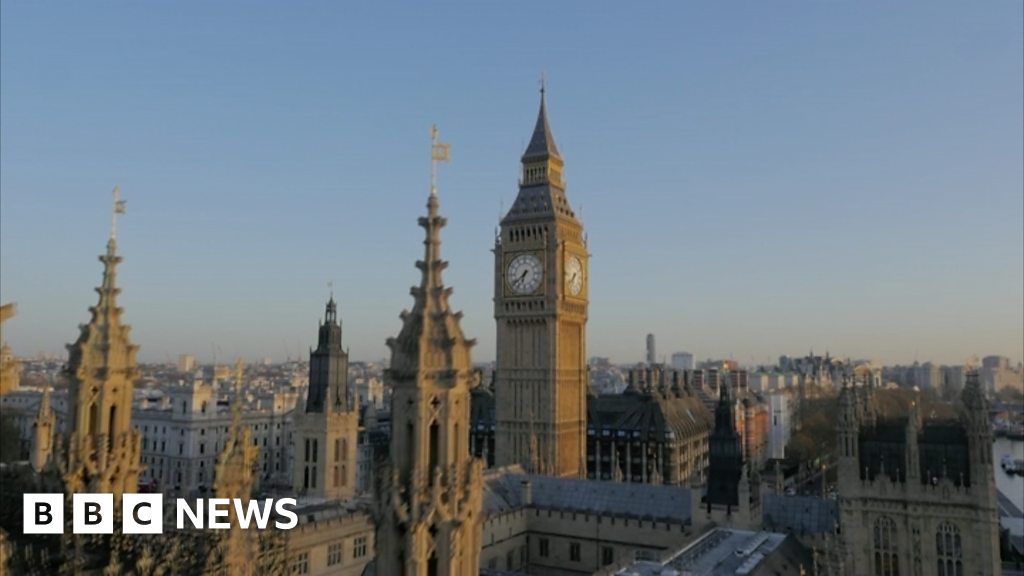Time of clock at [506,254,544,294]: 6:38
